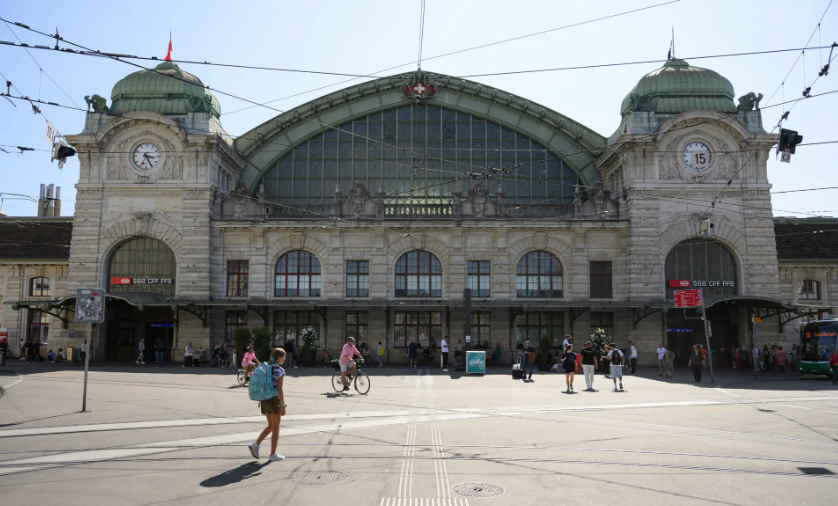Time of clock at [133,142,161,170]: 3:25
